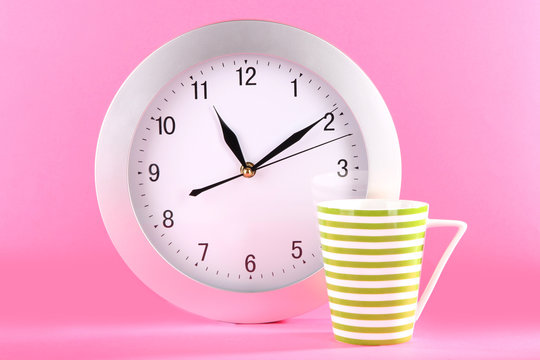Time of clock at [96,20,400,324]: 11:09
